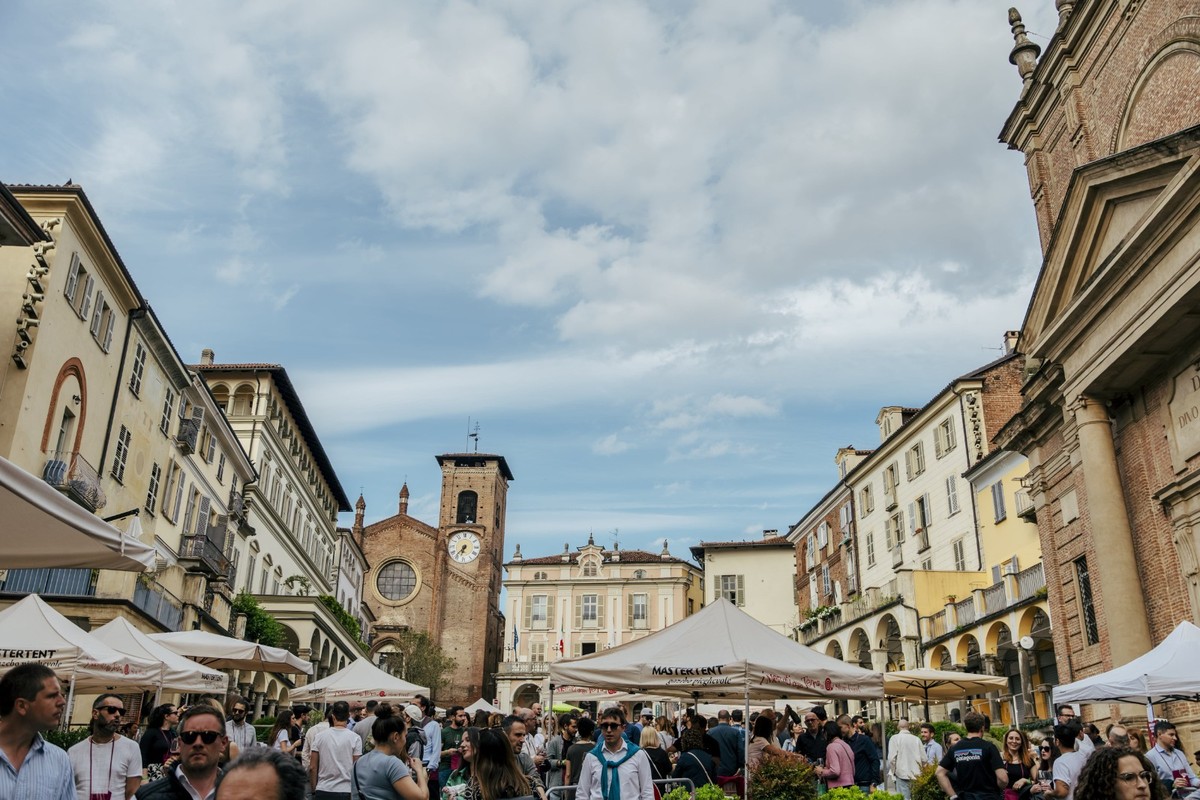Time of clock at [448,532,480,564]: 6:36
